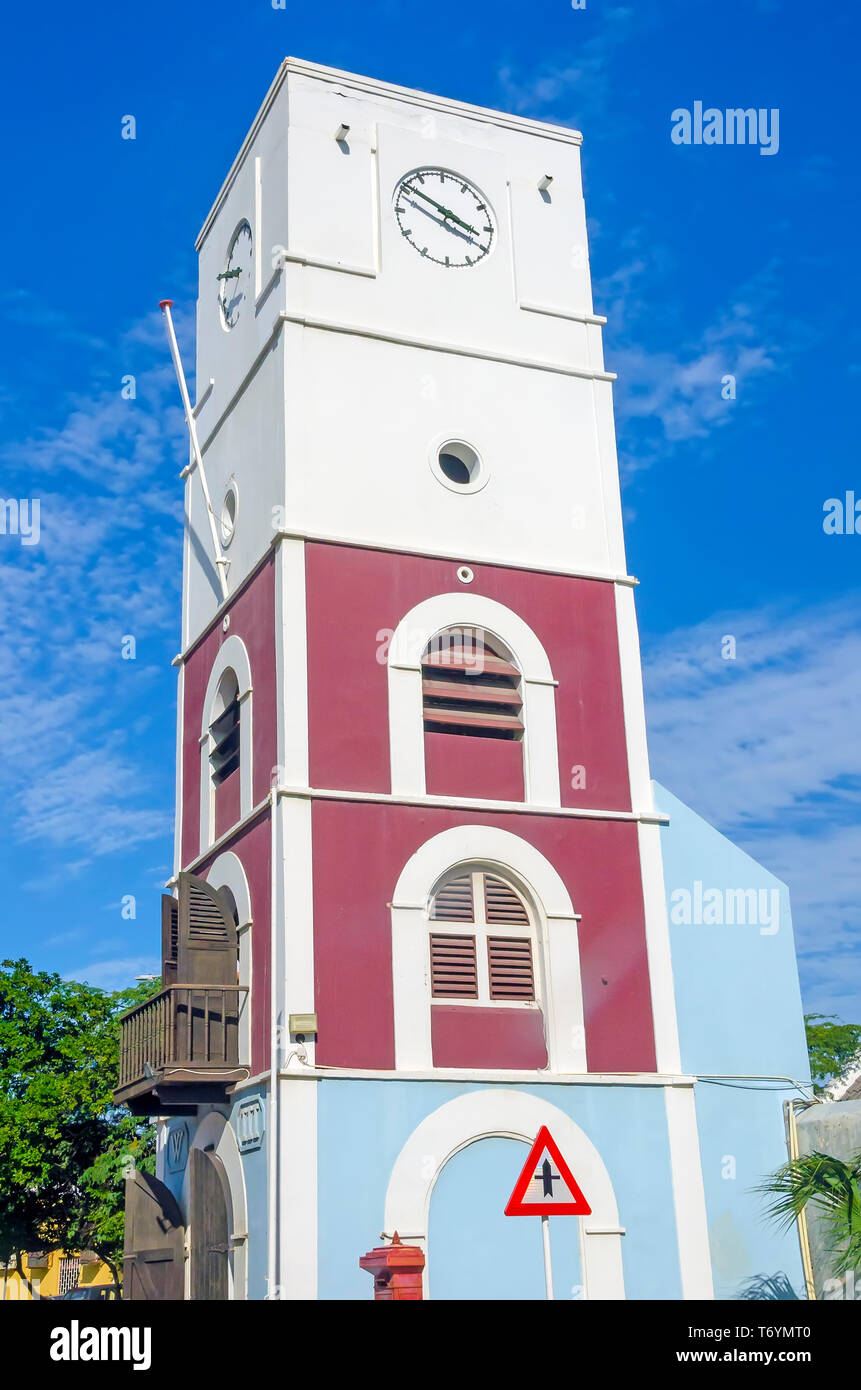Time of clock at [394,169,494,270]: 3:50
